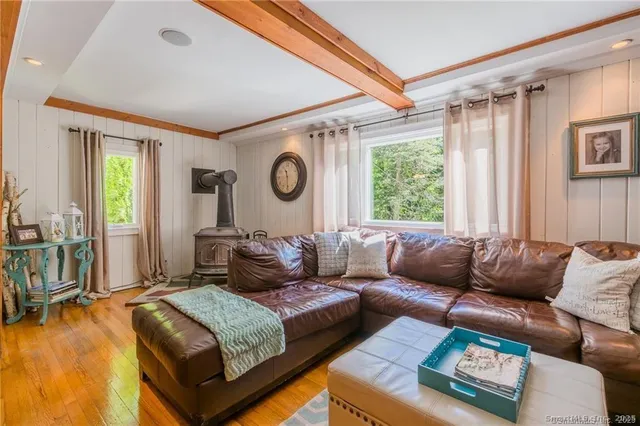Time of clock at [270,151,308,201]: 11:29
